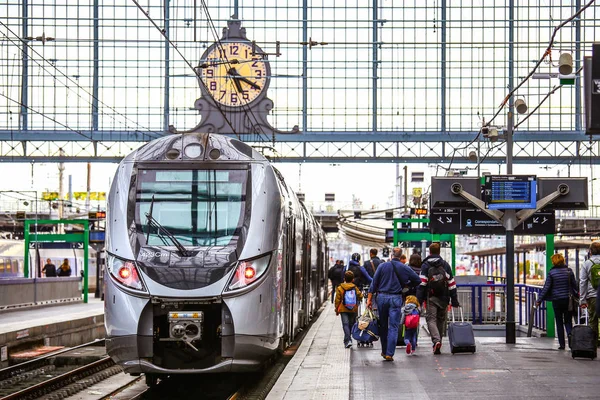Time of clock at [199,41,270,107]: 5:19
